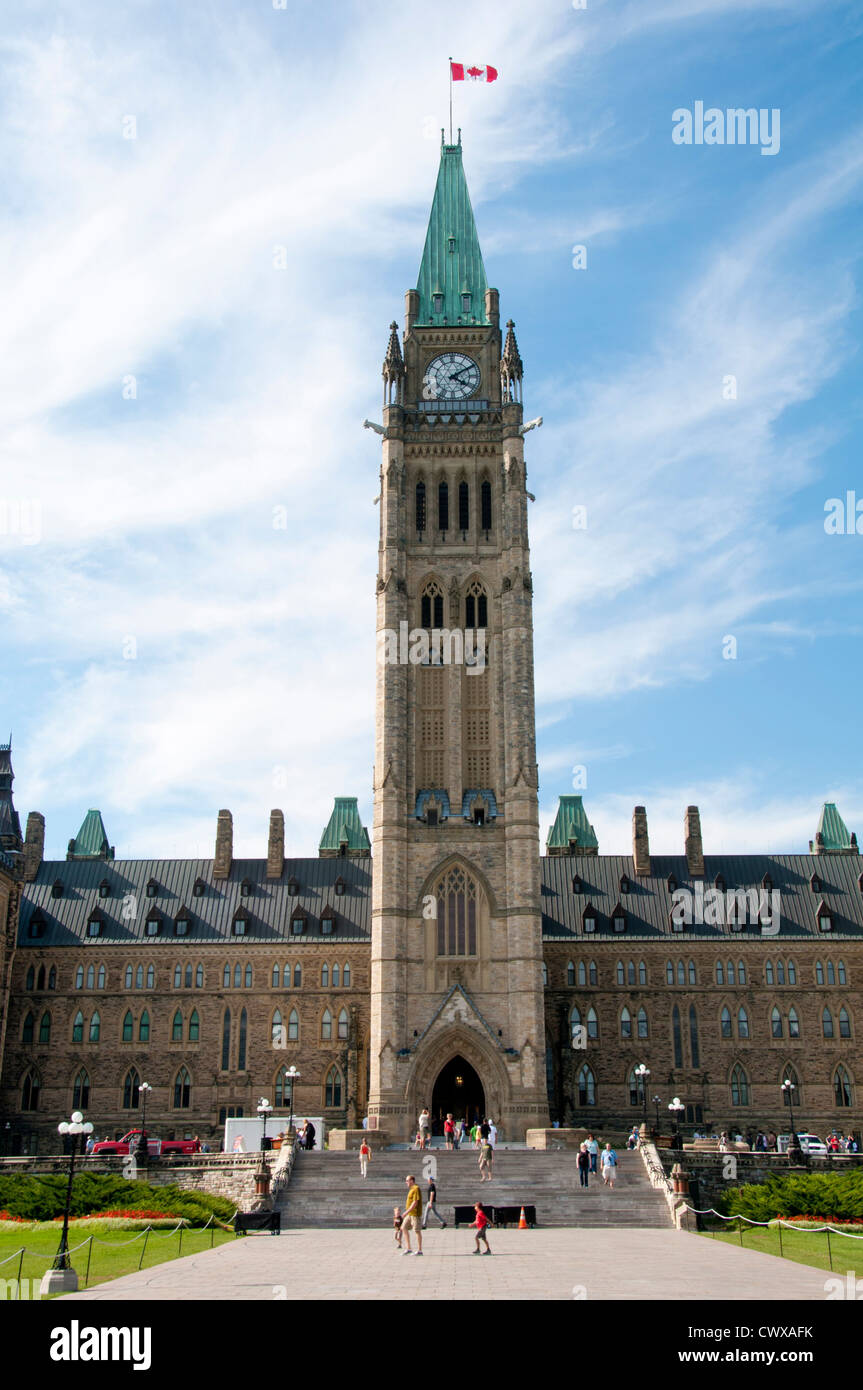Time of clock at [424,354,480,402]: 4:09
